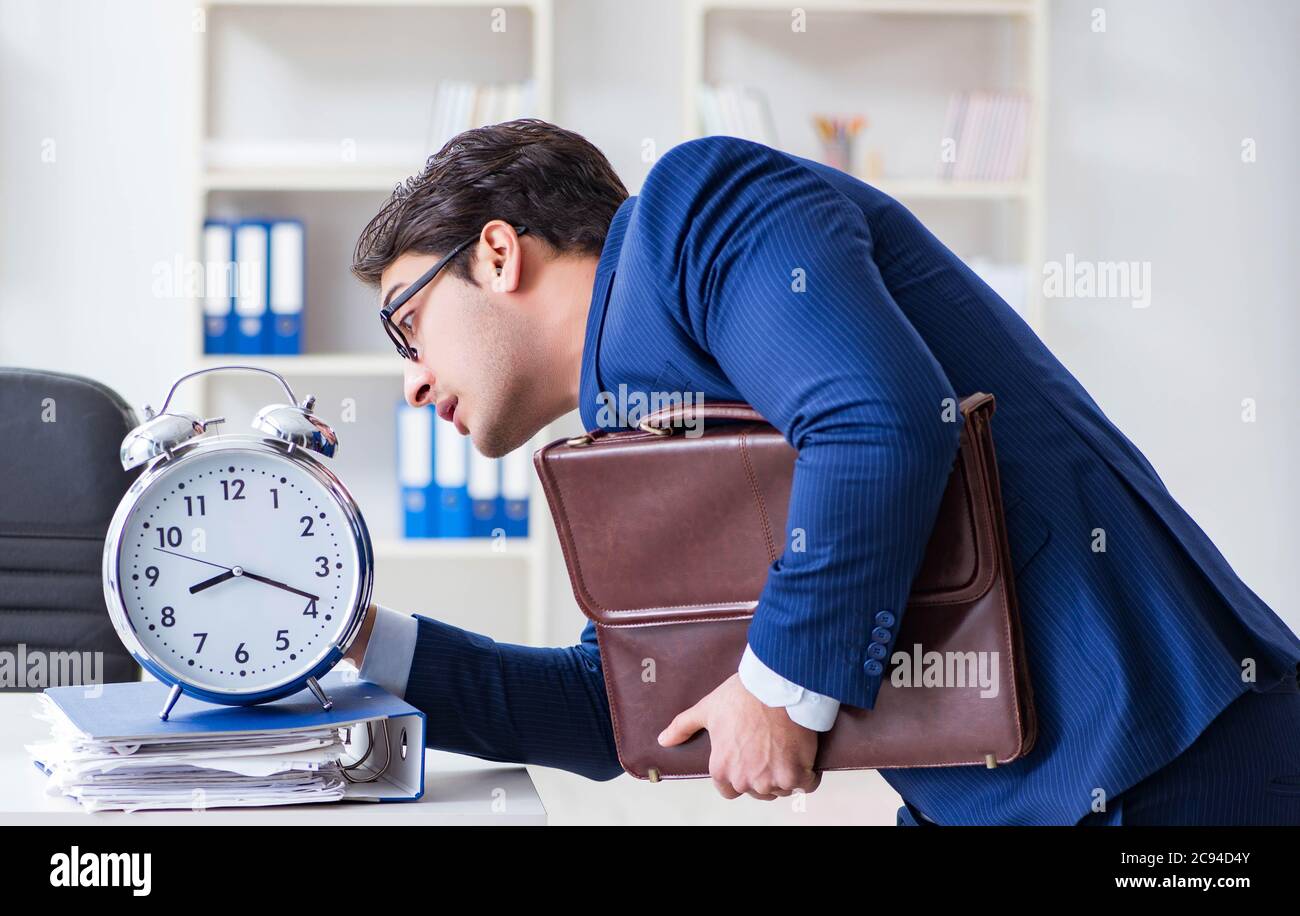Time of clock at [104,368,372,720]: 8:18
